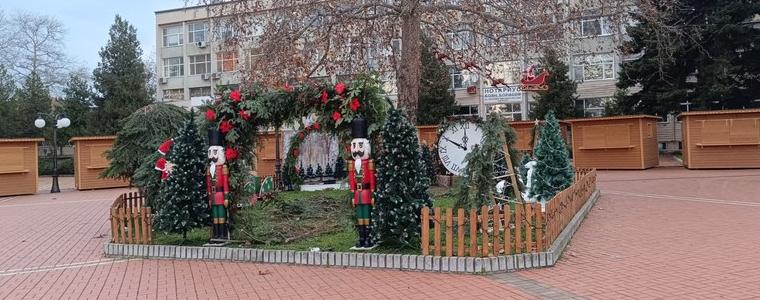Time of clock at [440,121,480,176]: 11:49
